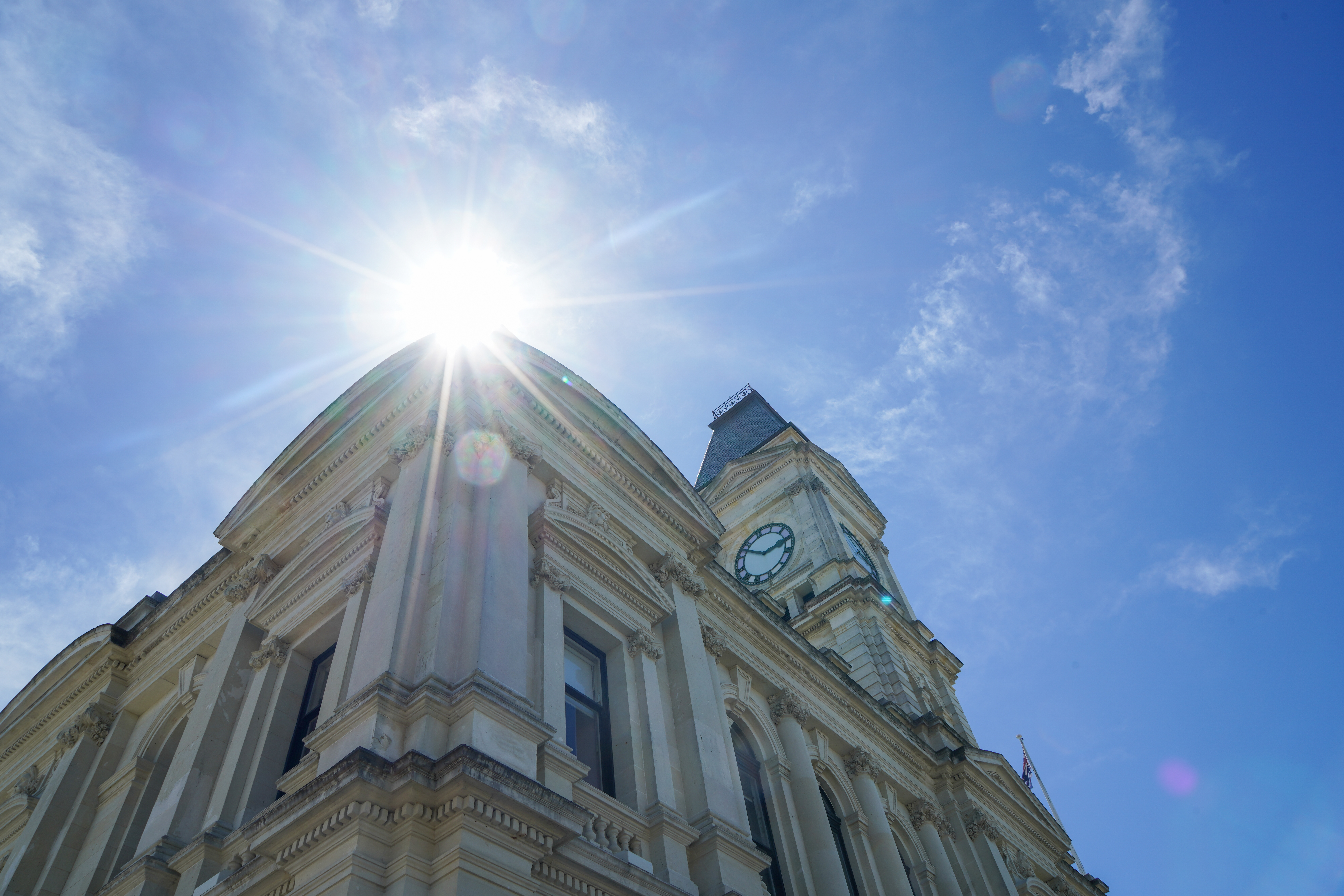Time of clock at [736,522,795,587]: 1:47
